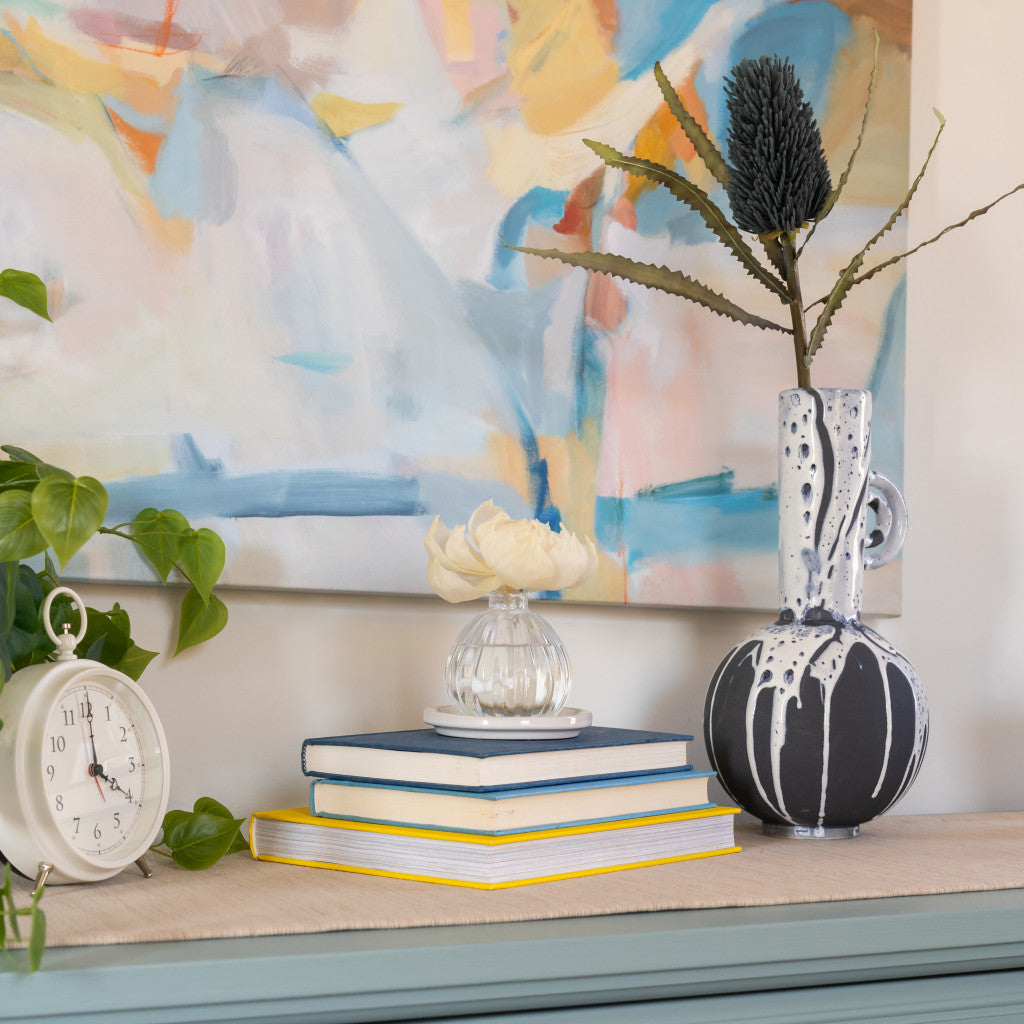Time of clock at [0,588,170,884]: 4:00
